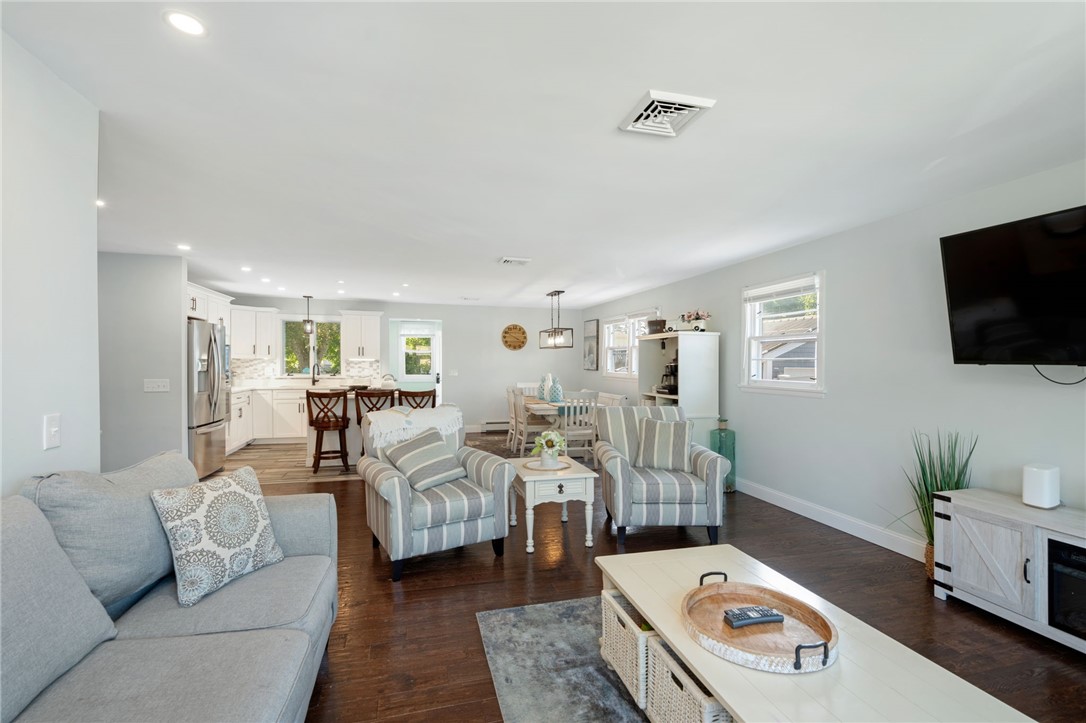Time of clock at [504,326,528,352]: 3:50
